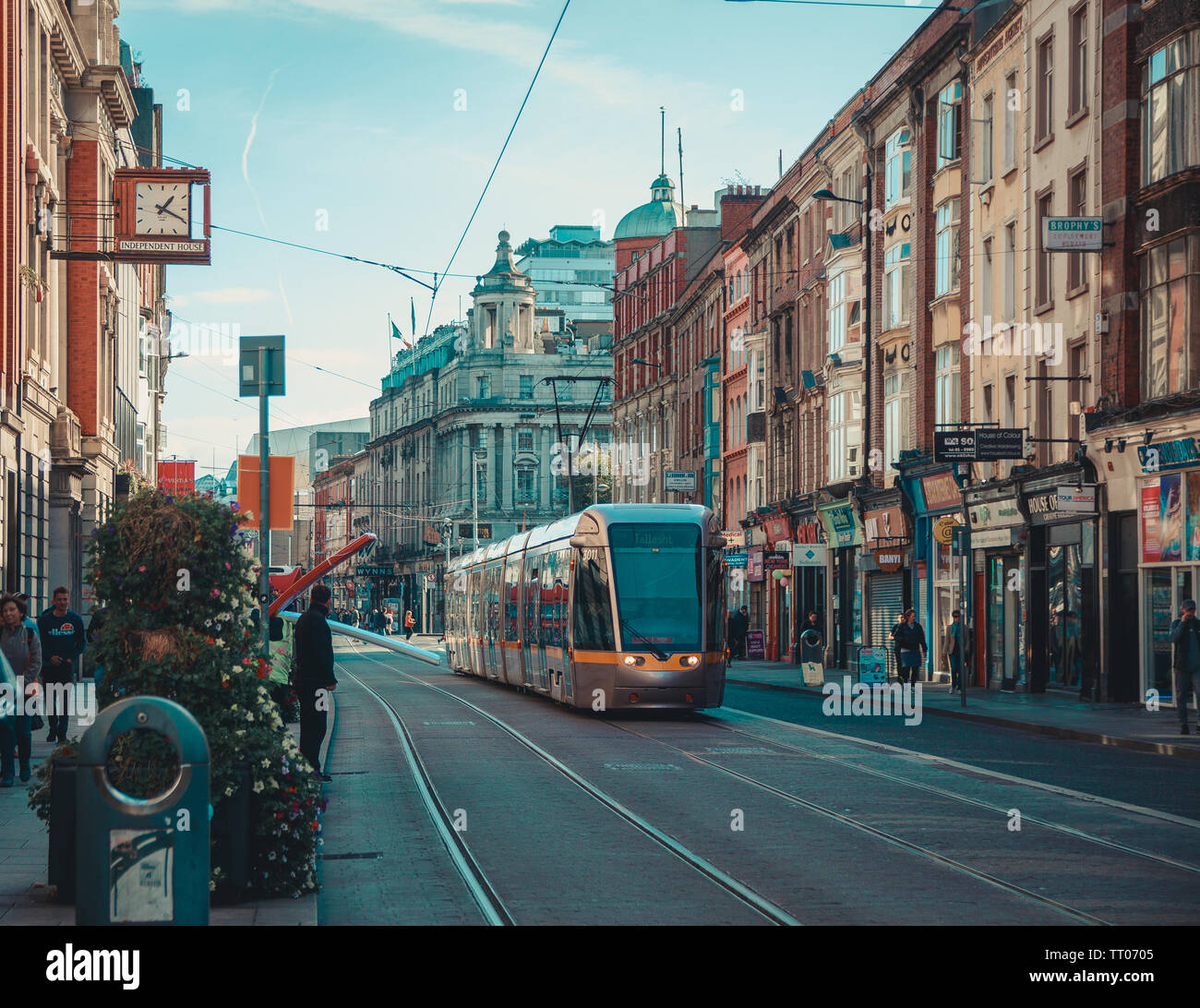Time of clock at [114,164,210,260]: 1:19
